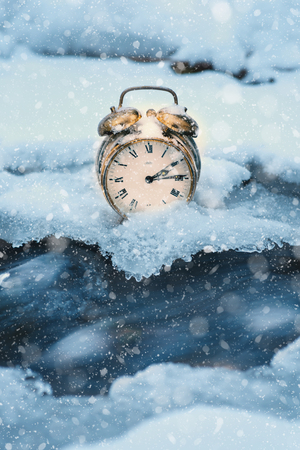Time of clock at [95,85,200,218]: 2:14
